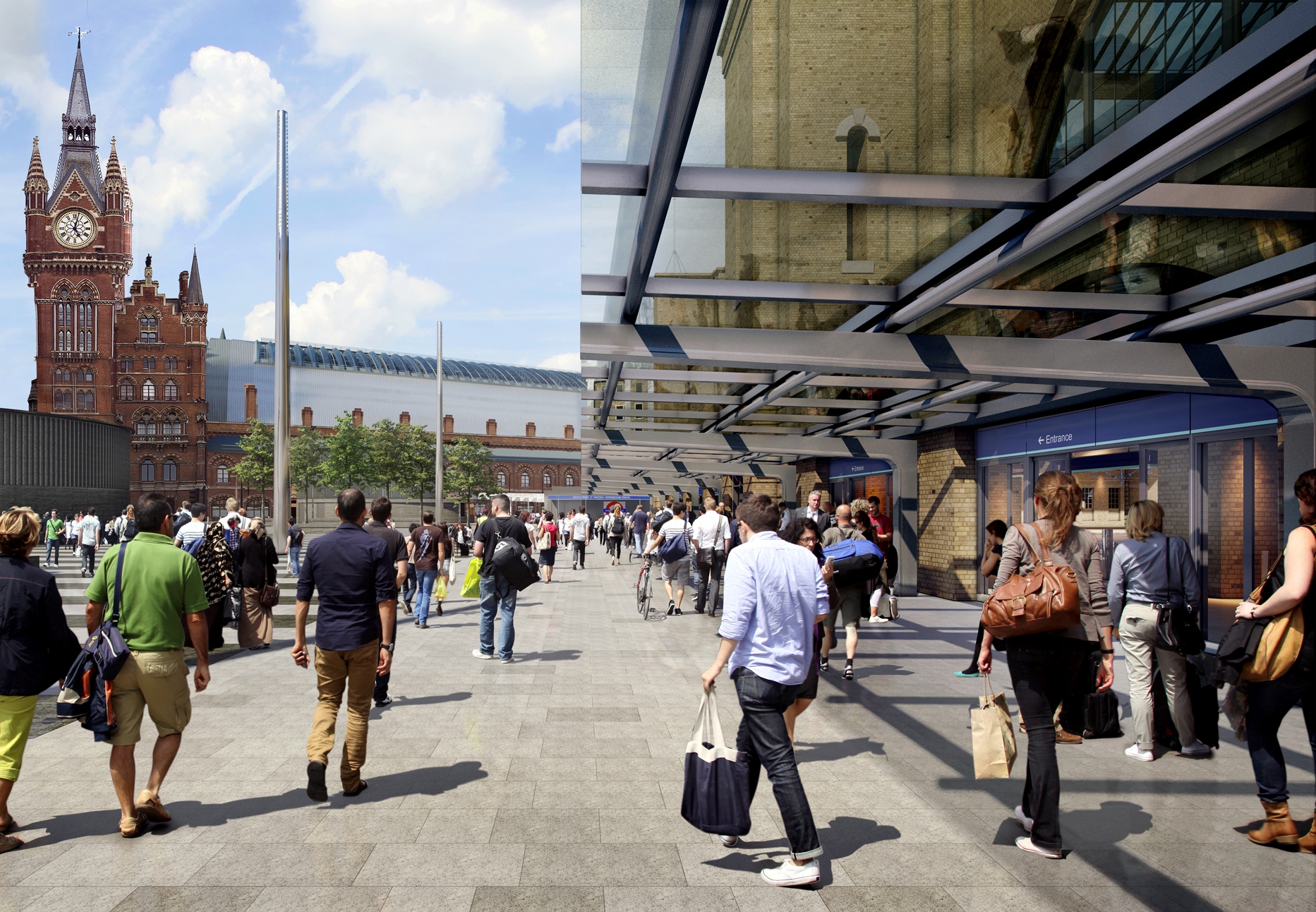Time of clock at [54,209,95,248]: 5:02
